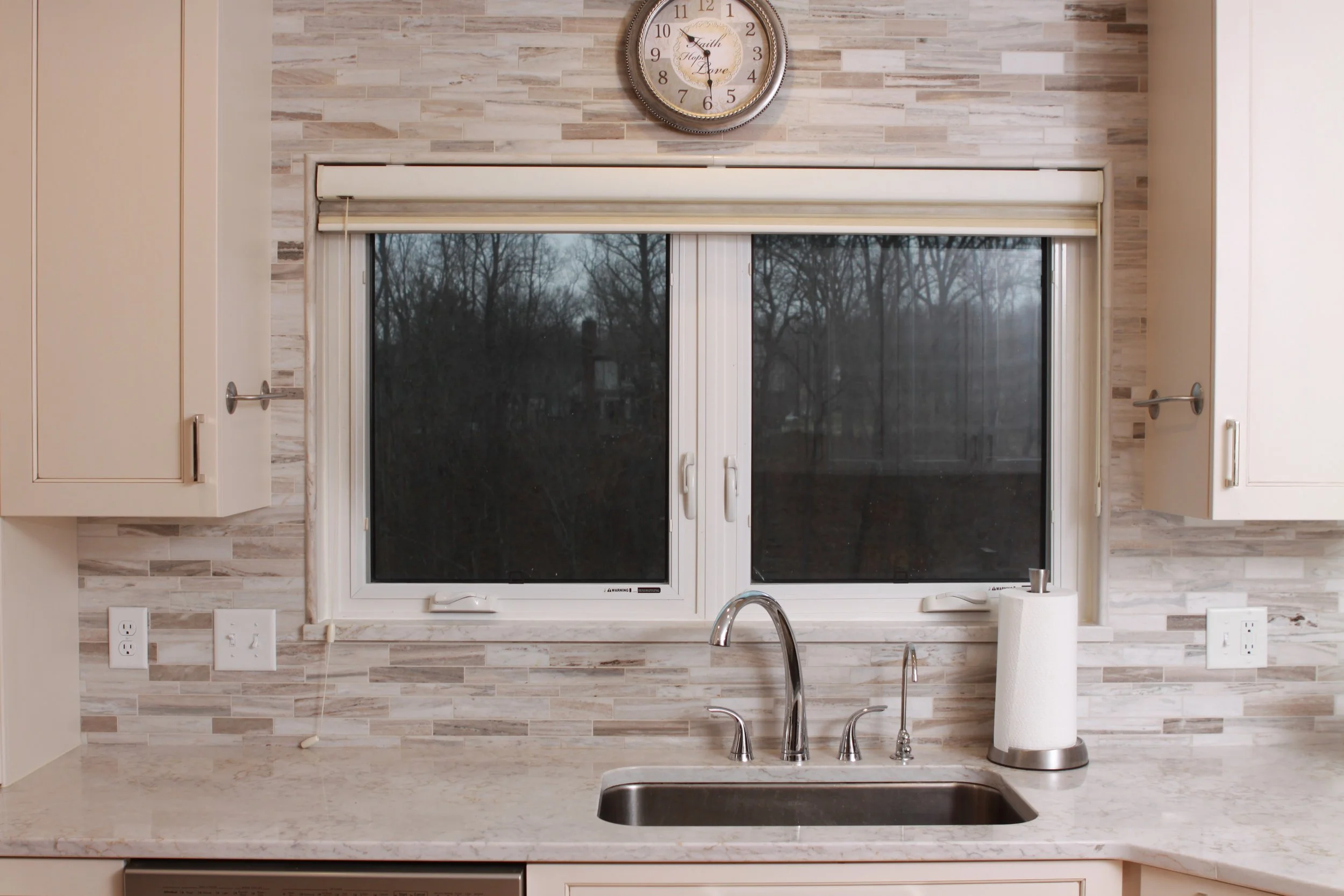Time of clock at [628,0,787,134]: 10:29
